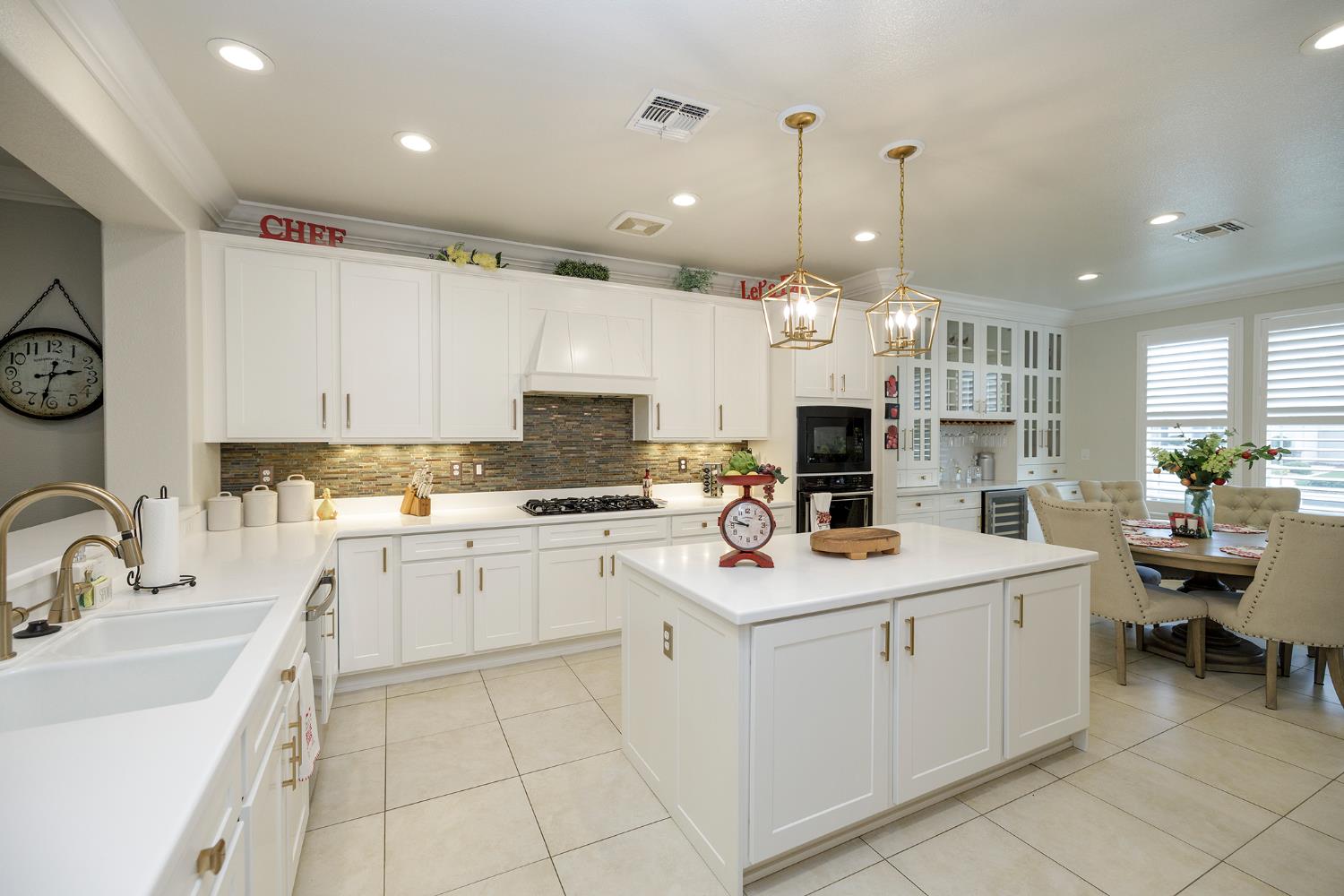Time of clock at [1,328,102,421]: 2:32
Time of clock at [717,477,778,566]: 9:45
